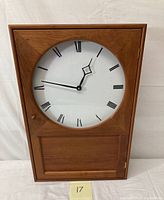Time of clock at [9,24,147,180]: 12:46
